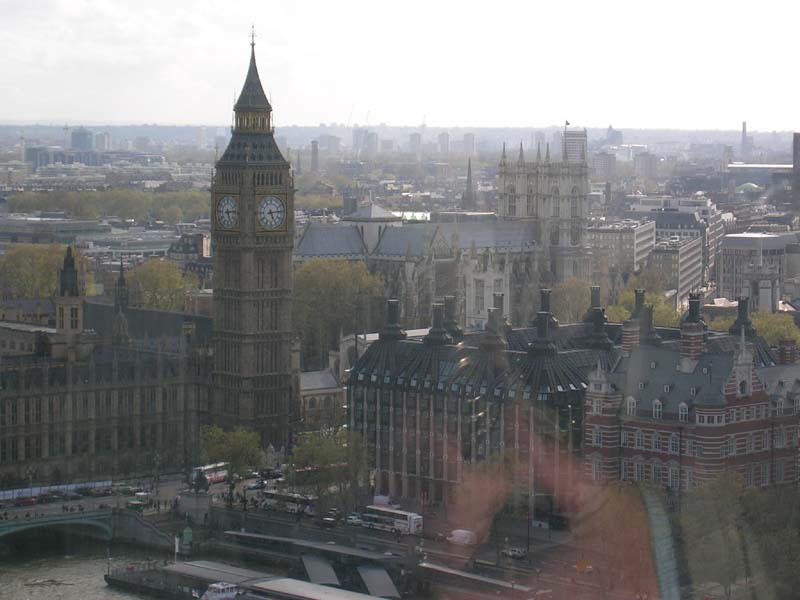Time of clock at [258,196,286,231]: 5:13
